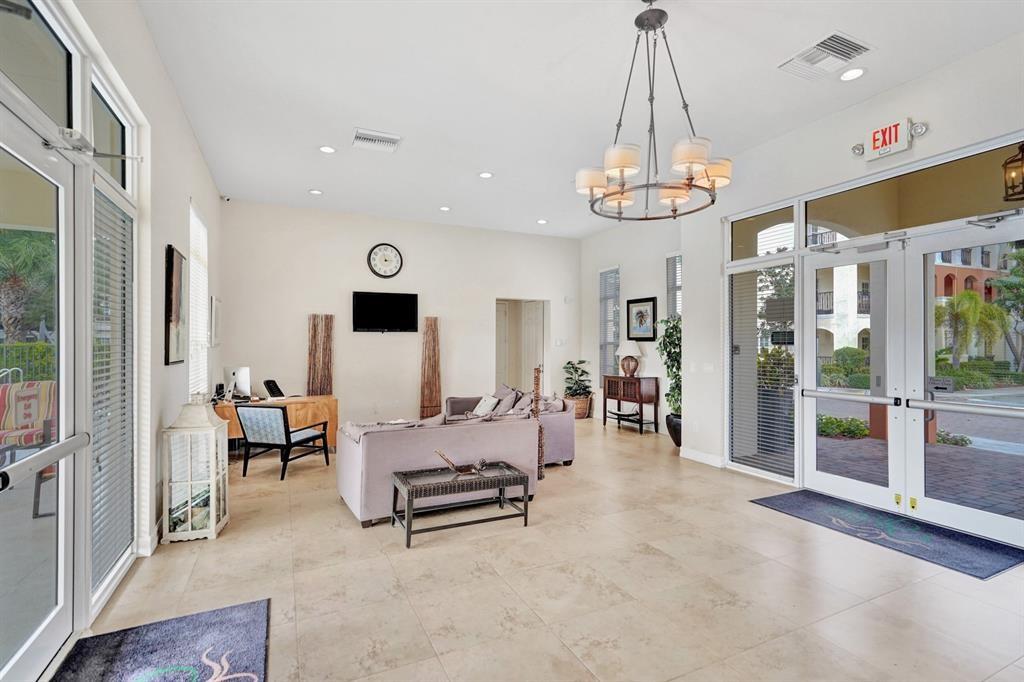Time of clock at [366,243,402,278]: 2:57
